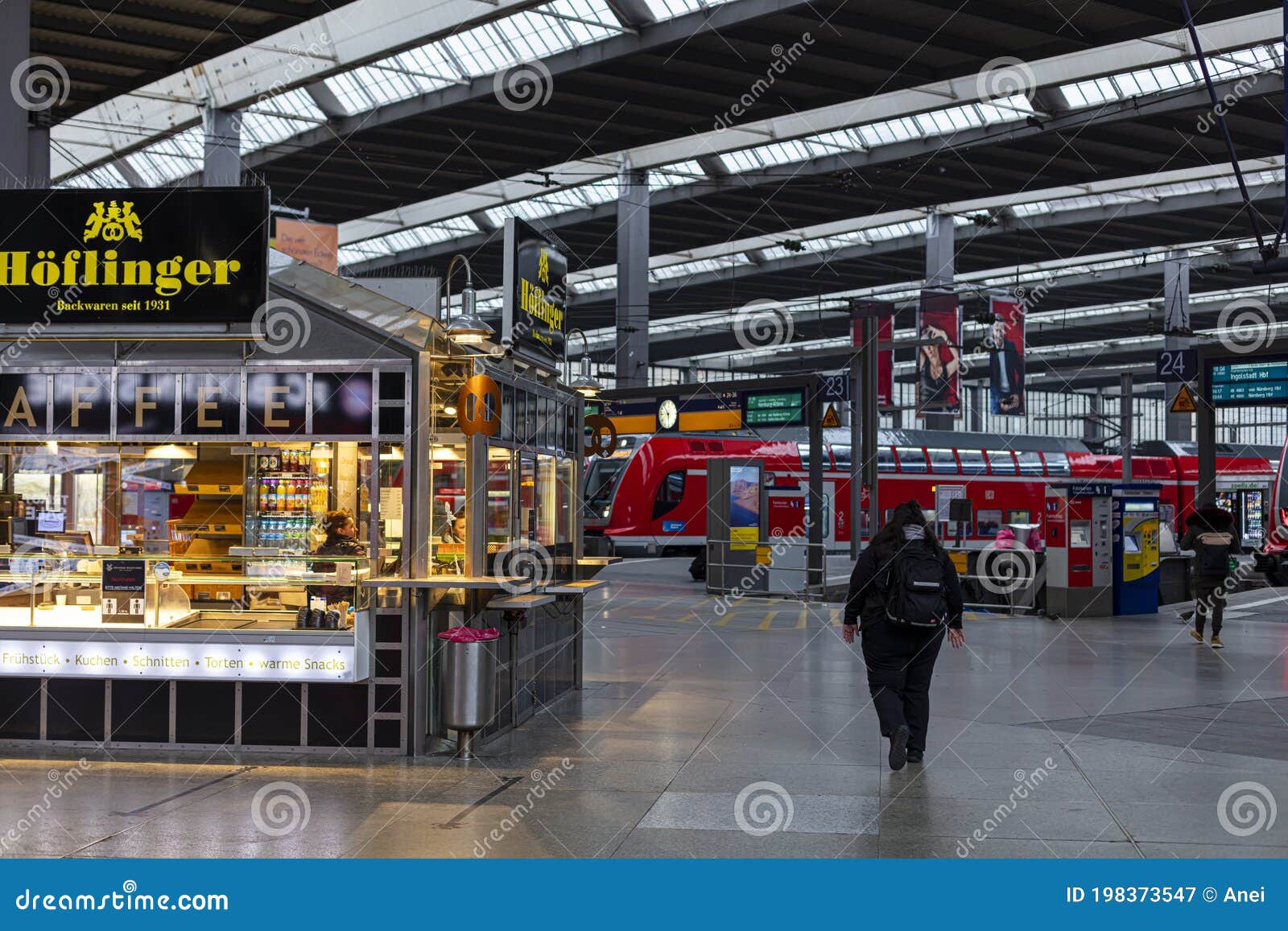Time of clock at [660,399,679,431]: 5:54
